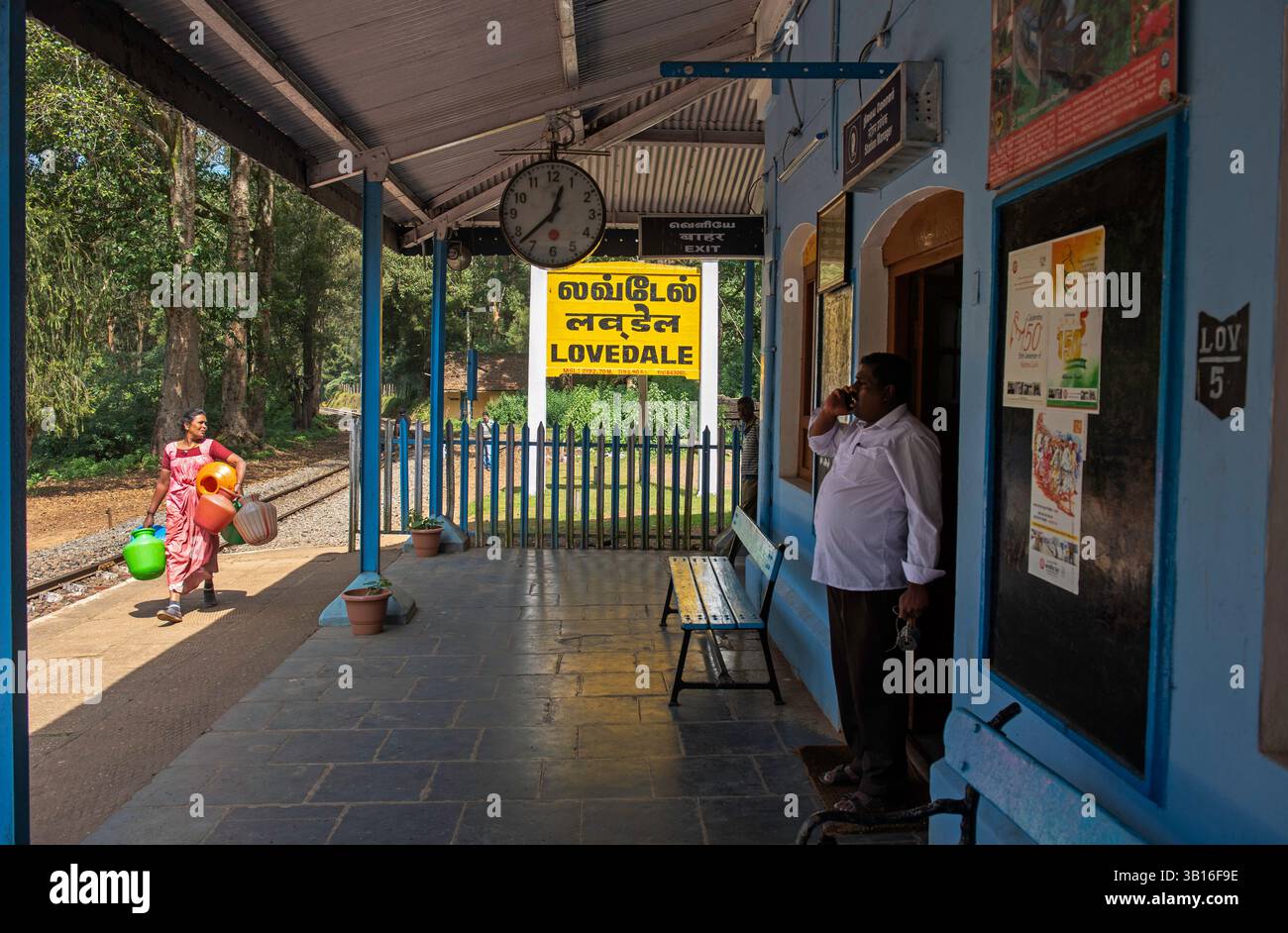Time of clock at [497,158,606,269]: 12:37
